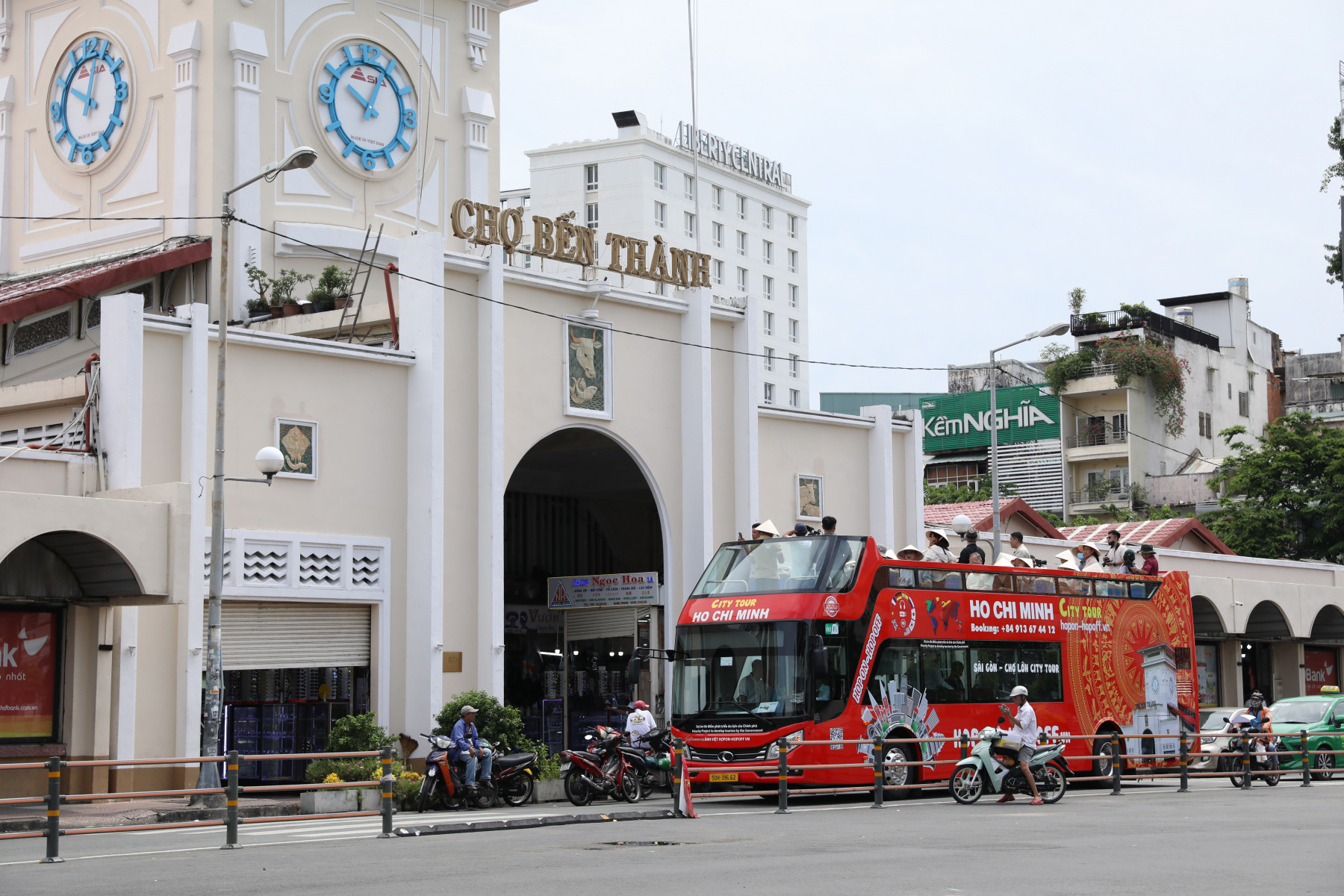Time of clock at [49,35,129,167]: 10:02
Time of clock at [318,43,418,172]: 10:04
